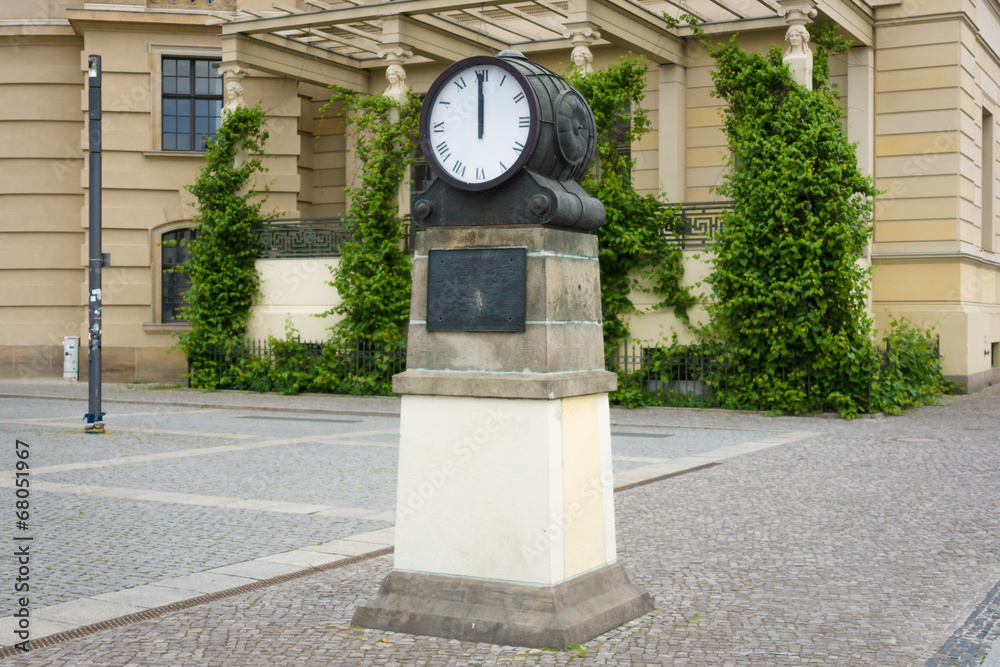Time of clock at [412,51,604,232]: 11:59
